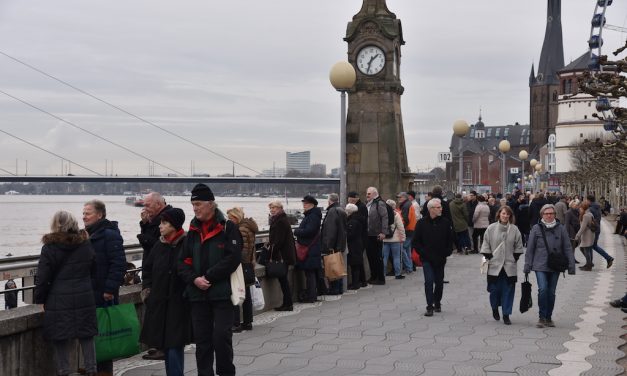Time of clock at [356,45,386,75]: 1:32
